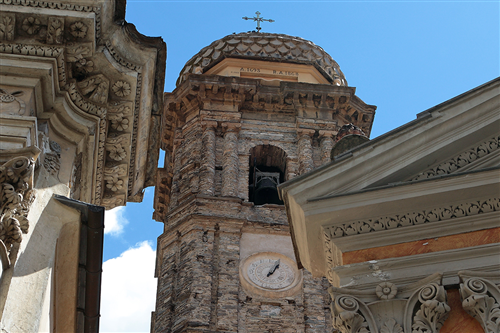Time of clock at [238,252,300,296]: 1:04
